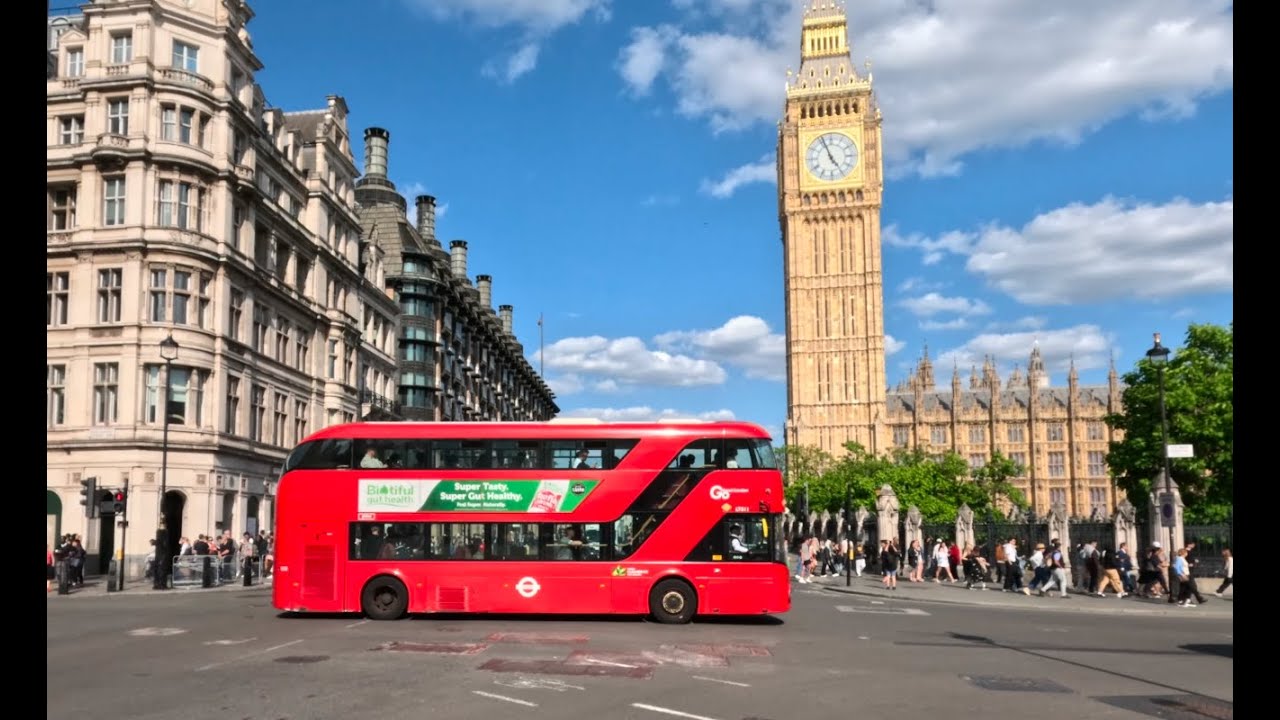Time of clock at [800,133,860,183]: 4:56
